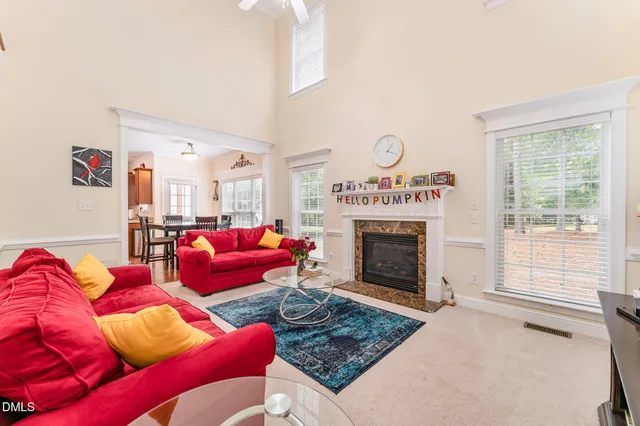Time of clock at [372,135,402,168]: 1:18
